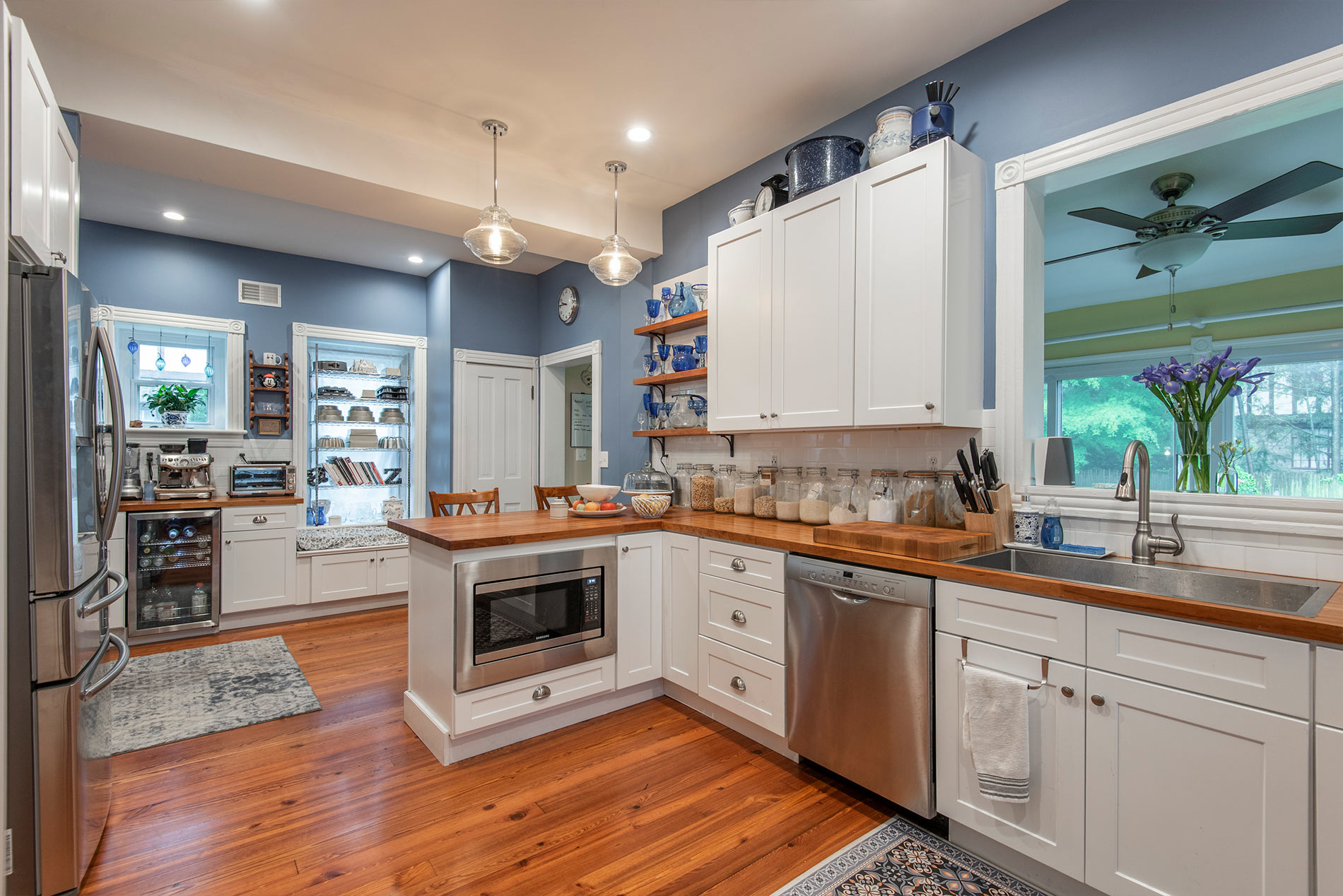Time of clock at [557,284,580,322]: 9:45
